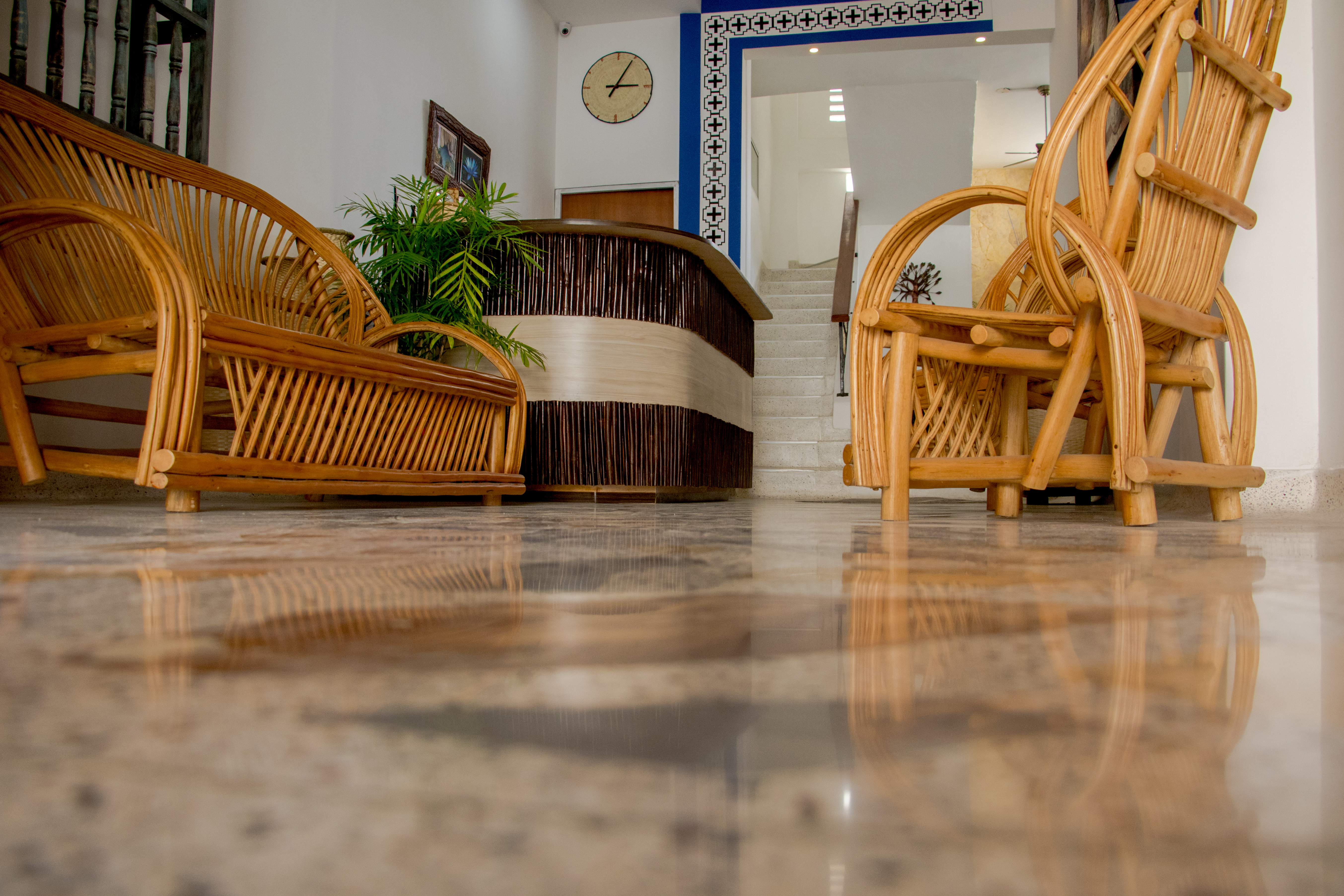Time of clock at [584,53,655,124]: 3:04
